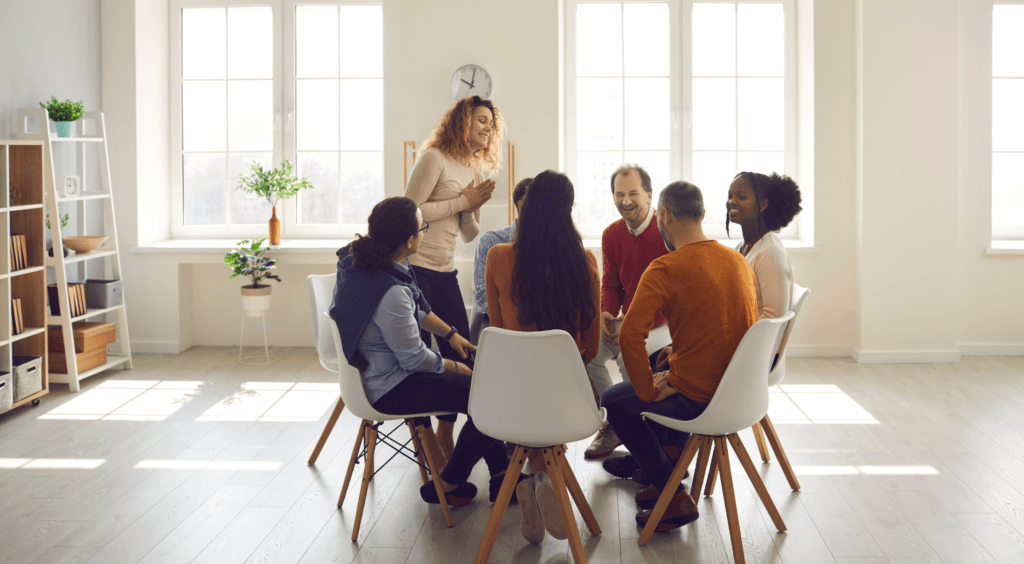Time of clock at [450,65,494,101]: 10:01
